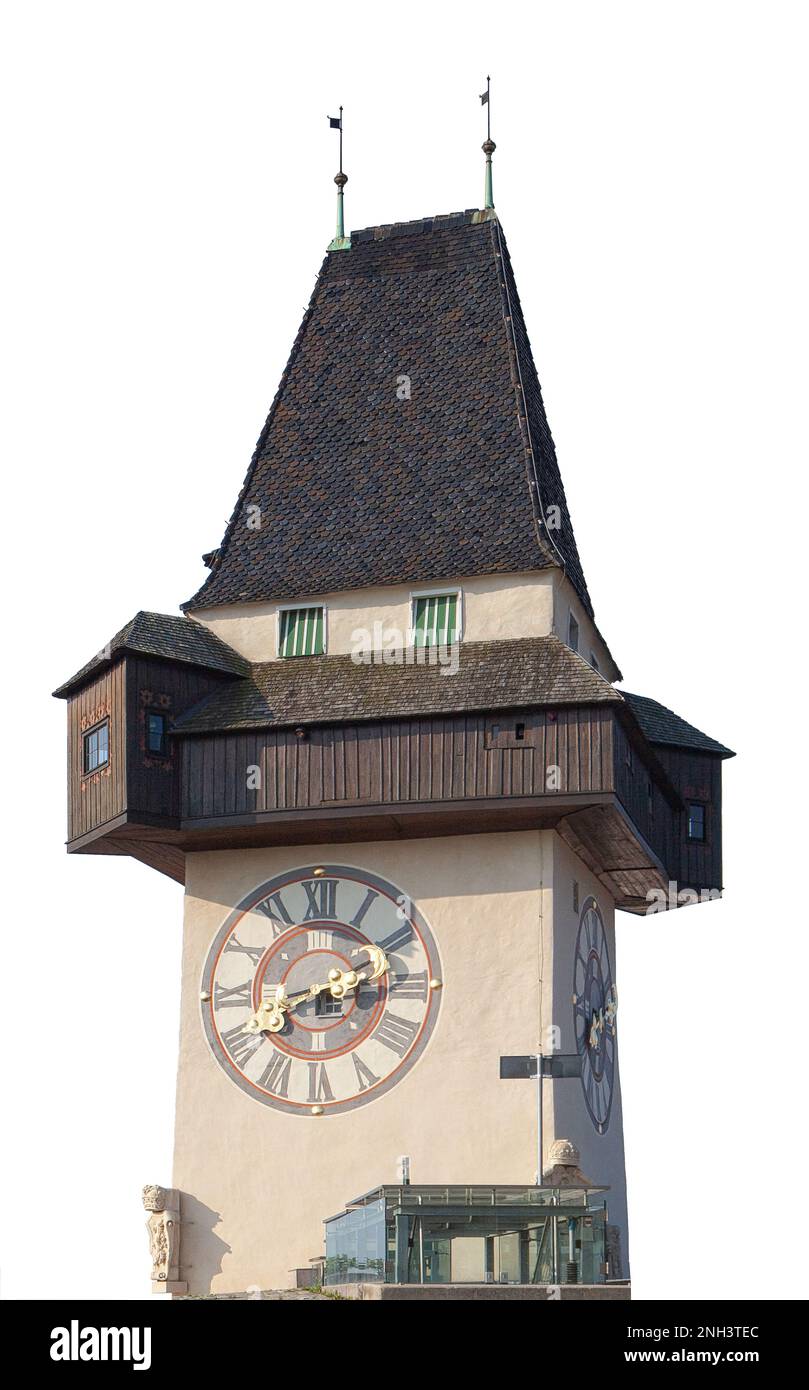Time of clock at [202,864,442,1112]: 8:11
